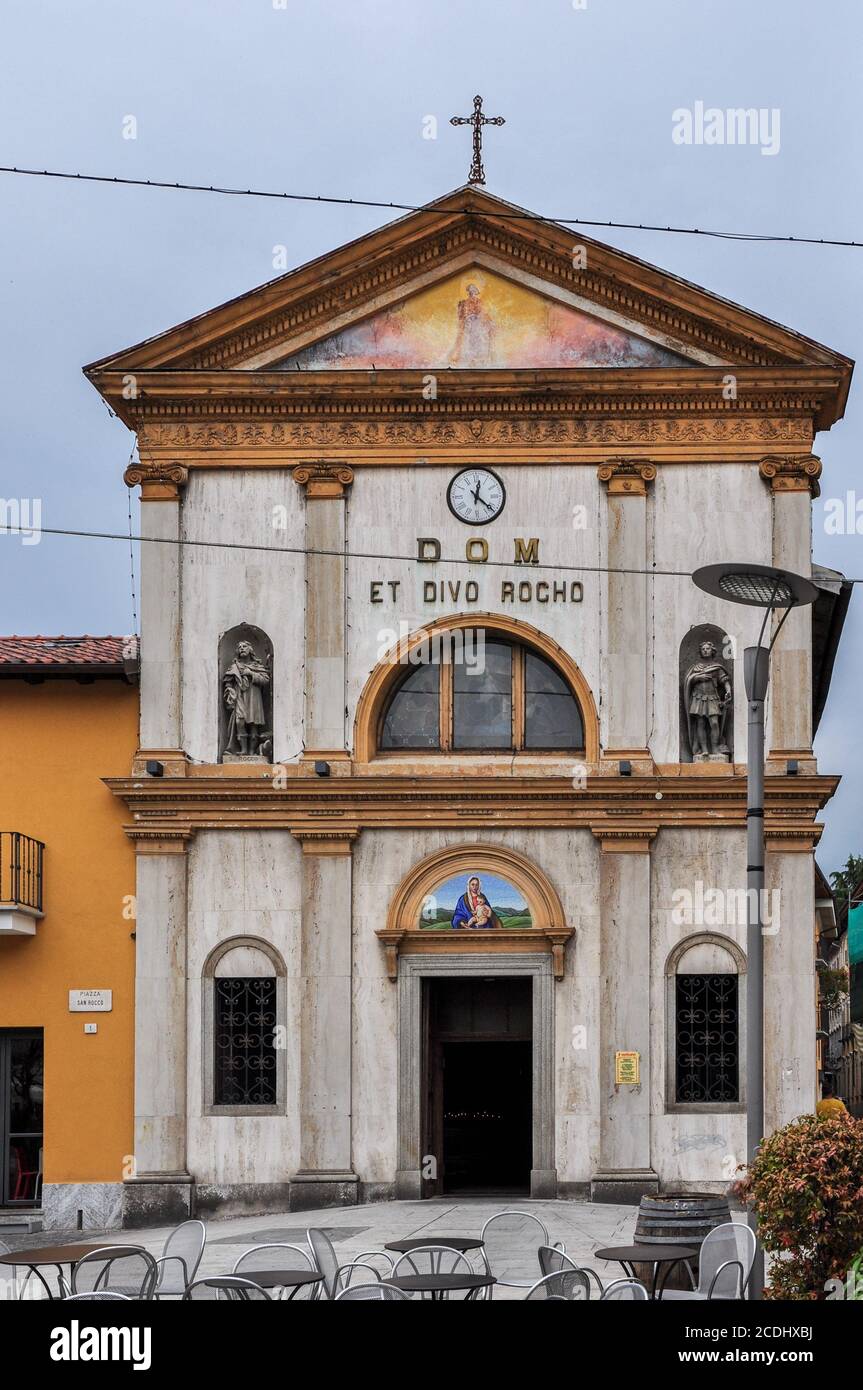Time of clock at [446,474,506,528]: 12:21
